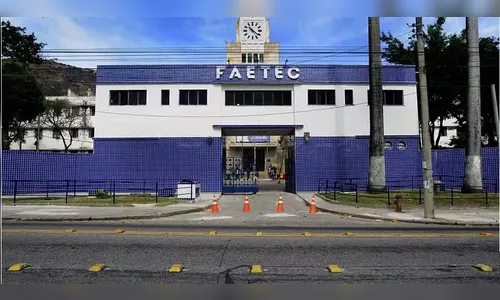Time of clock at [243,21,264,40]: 10:21
